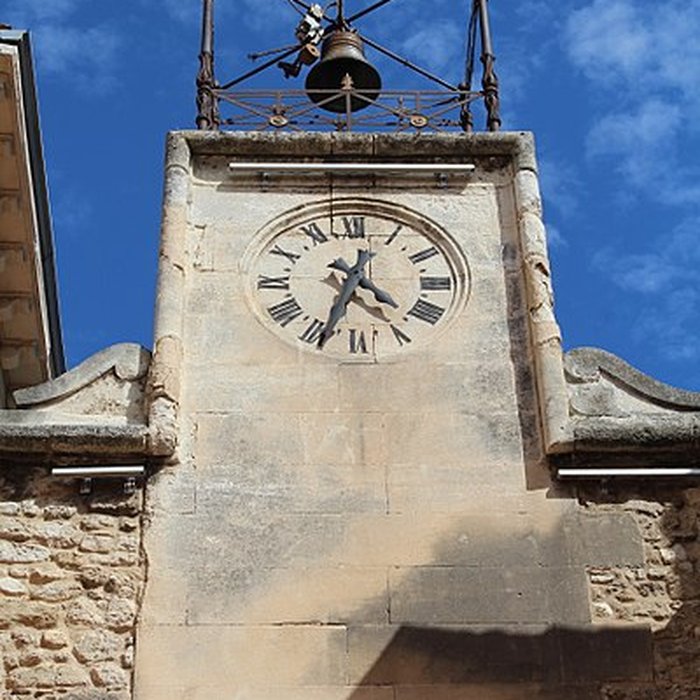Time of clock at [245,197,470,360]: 4:33
